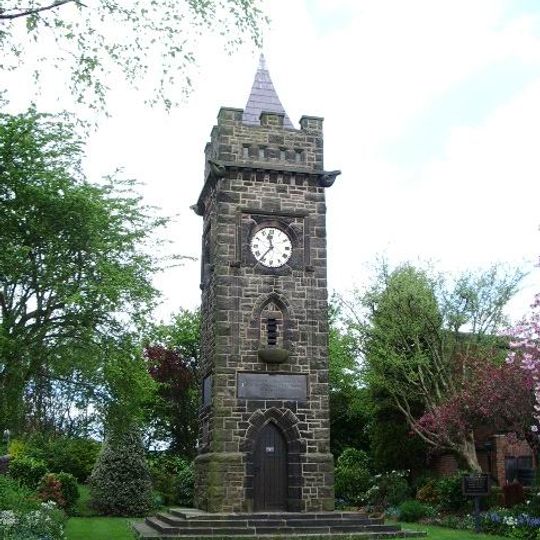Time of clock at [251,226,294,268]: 11:36
